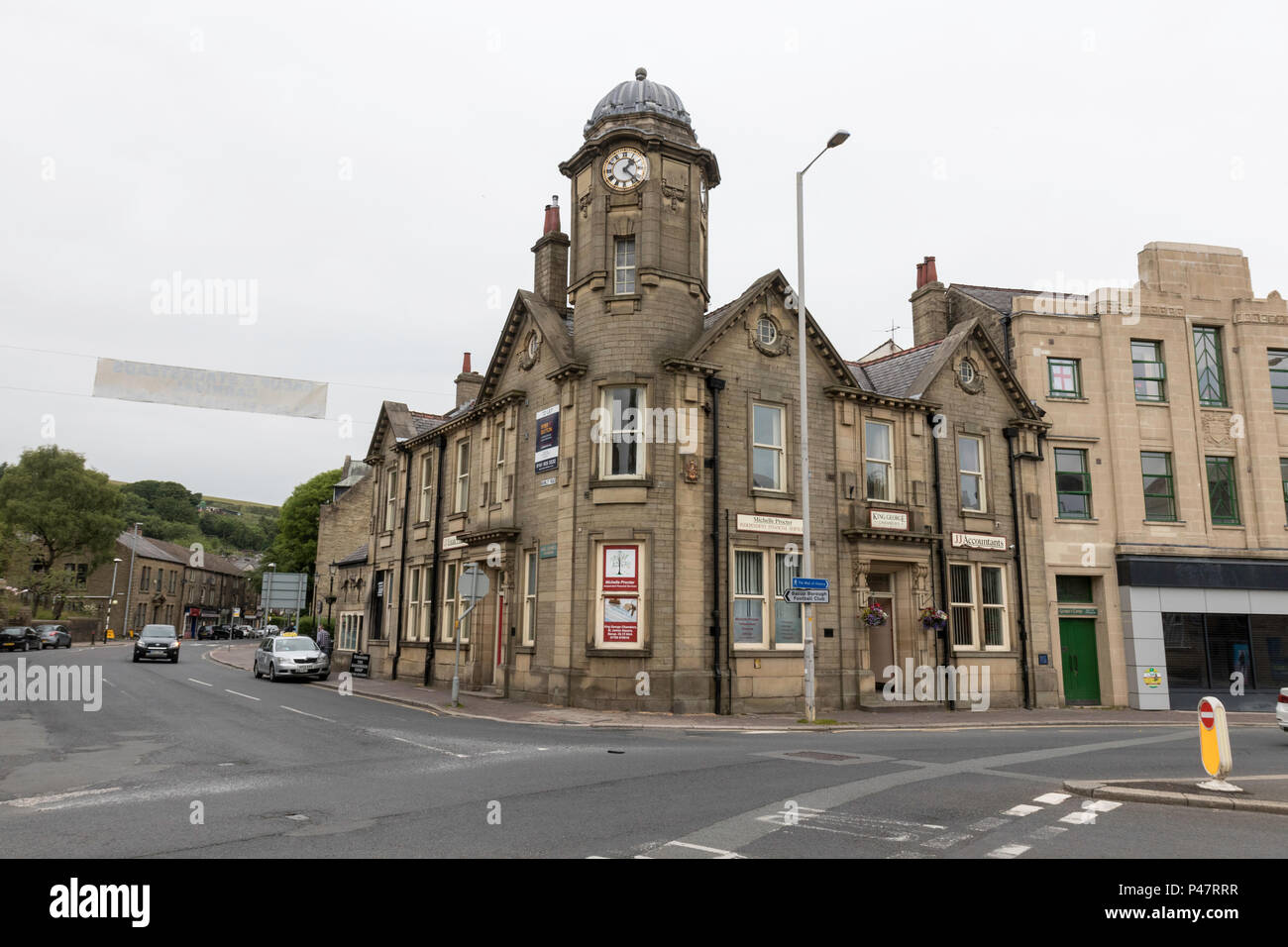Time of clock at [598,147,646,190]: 1:22
